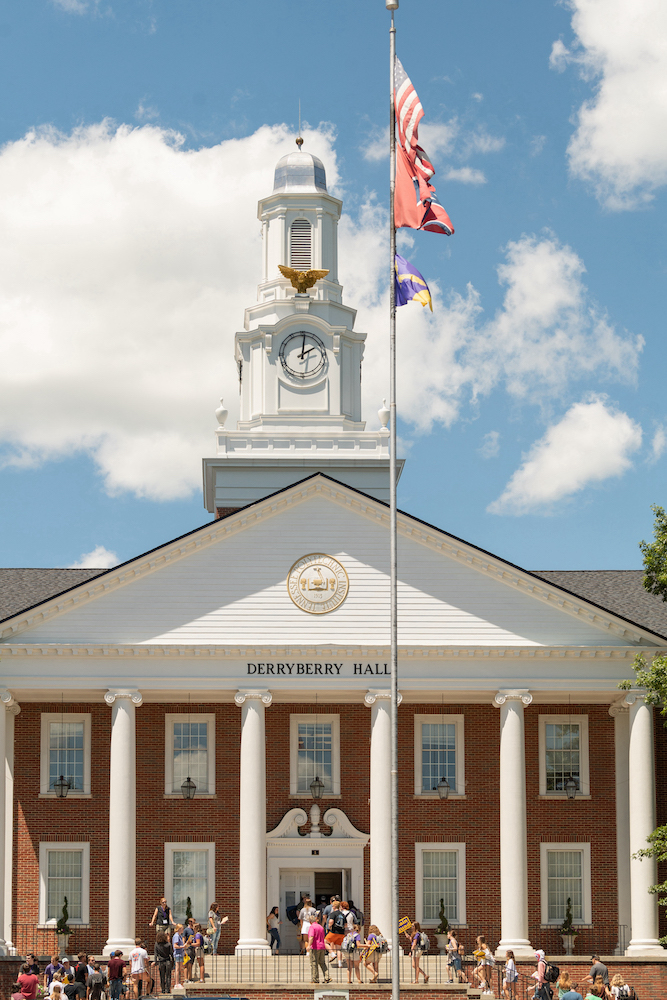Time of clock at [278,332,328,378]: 2:01
